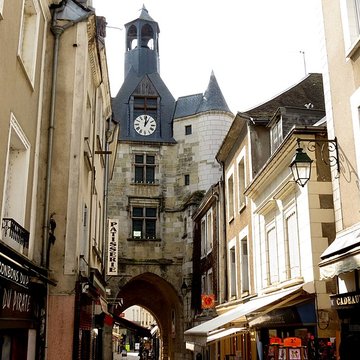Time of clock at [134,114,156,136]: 1:01
